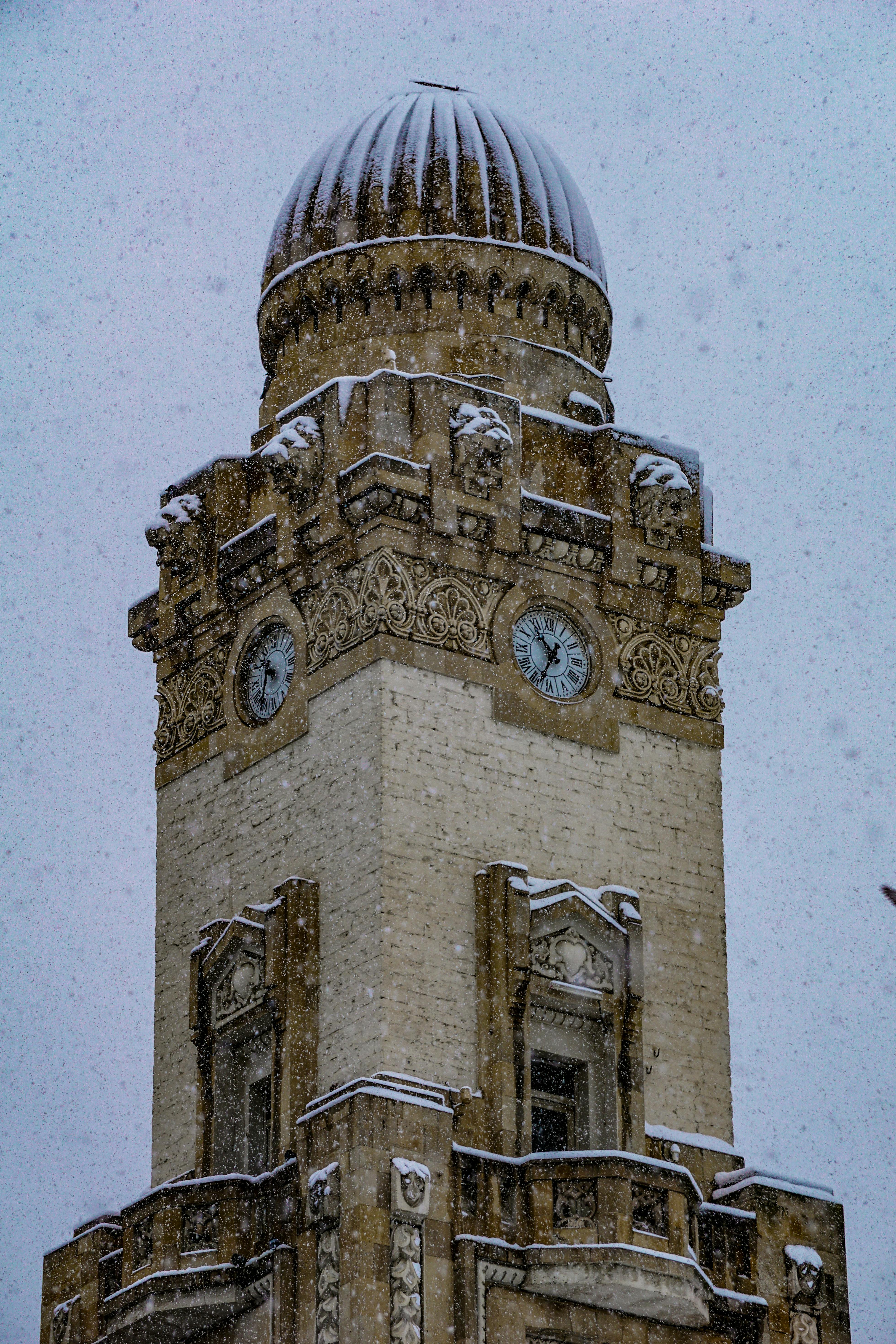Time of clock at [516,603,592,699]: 10:34
